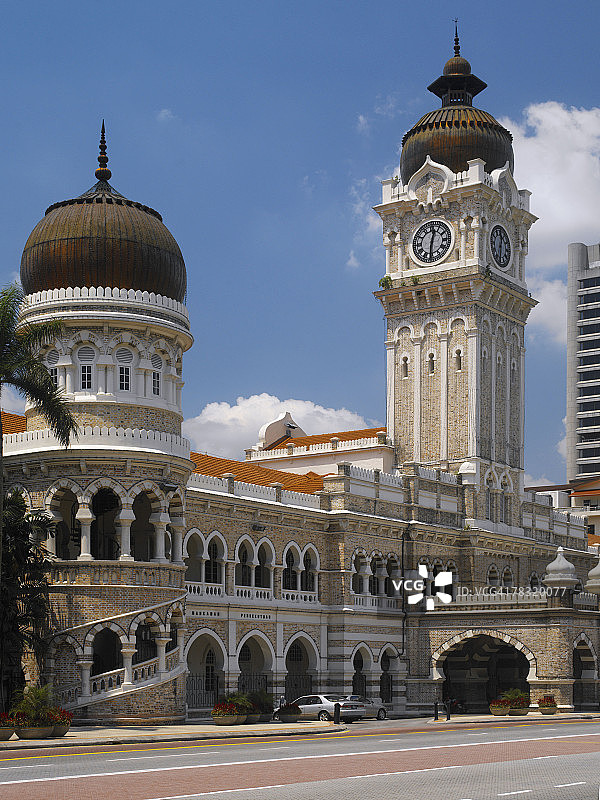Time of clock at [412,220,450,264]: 12:30
